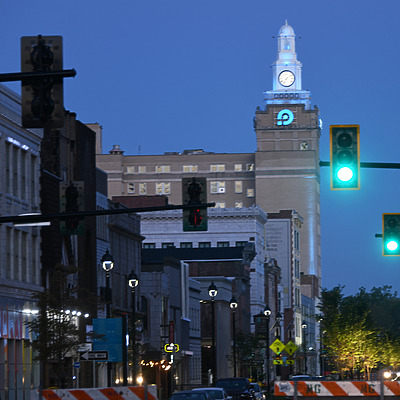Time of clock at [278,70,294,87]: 7:08
